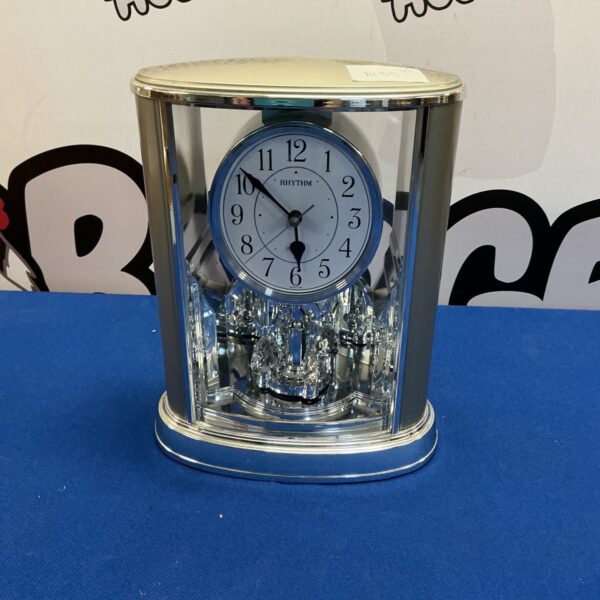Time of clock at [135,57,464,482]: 5:51
